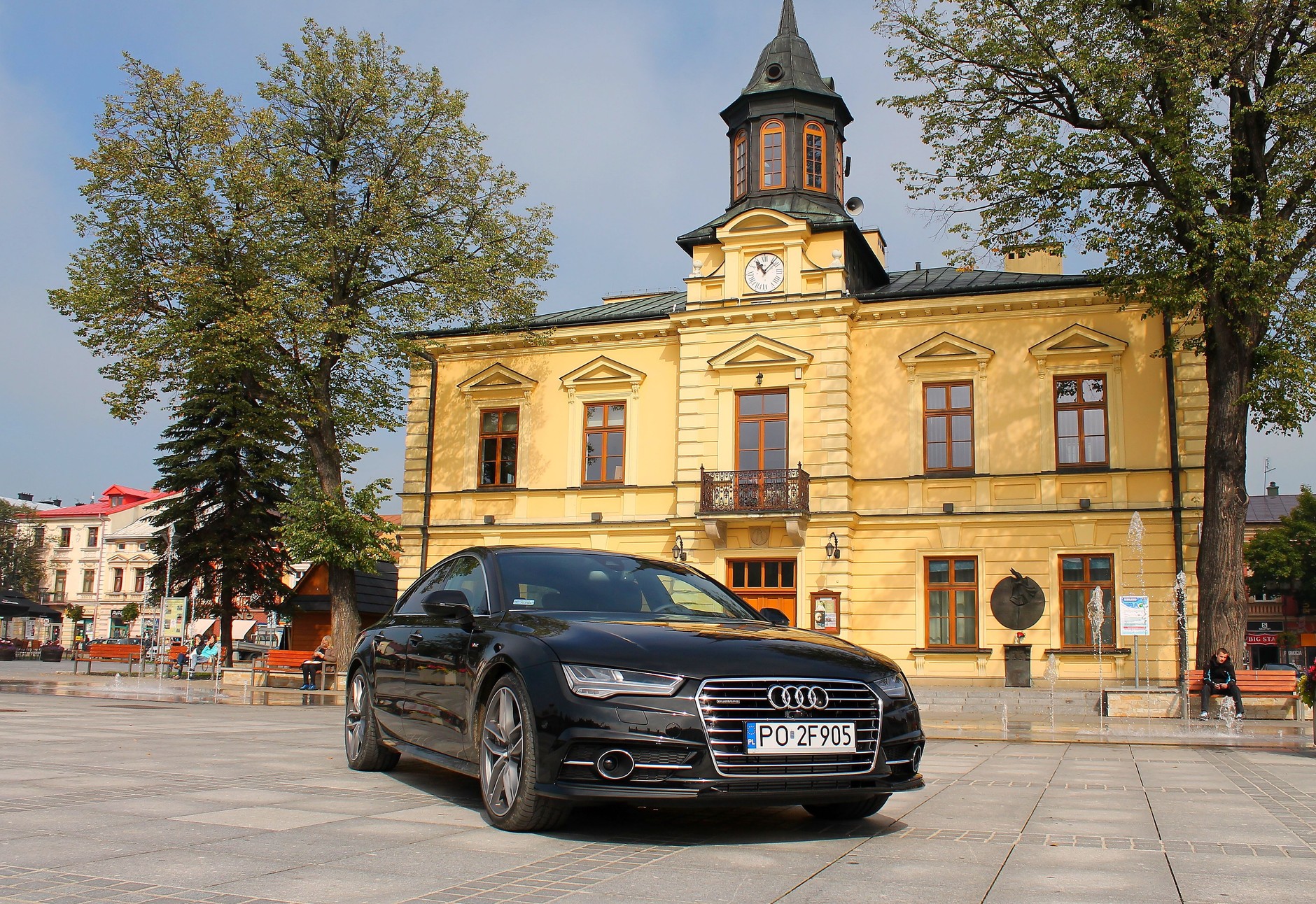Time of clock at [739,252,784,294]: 11:07
